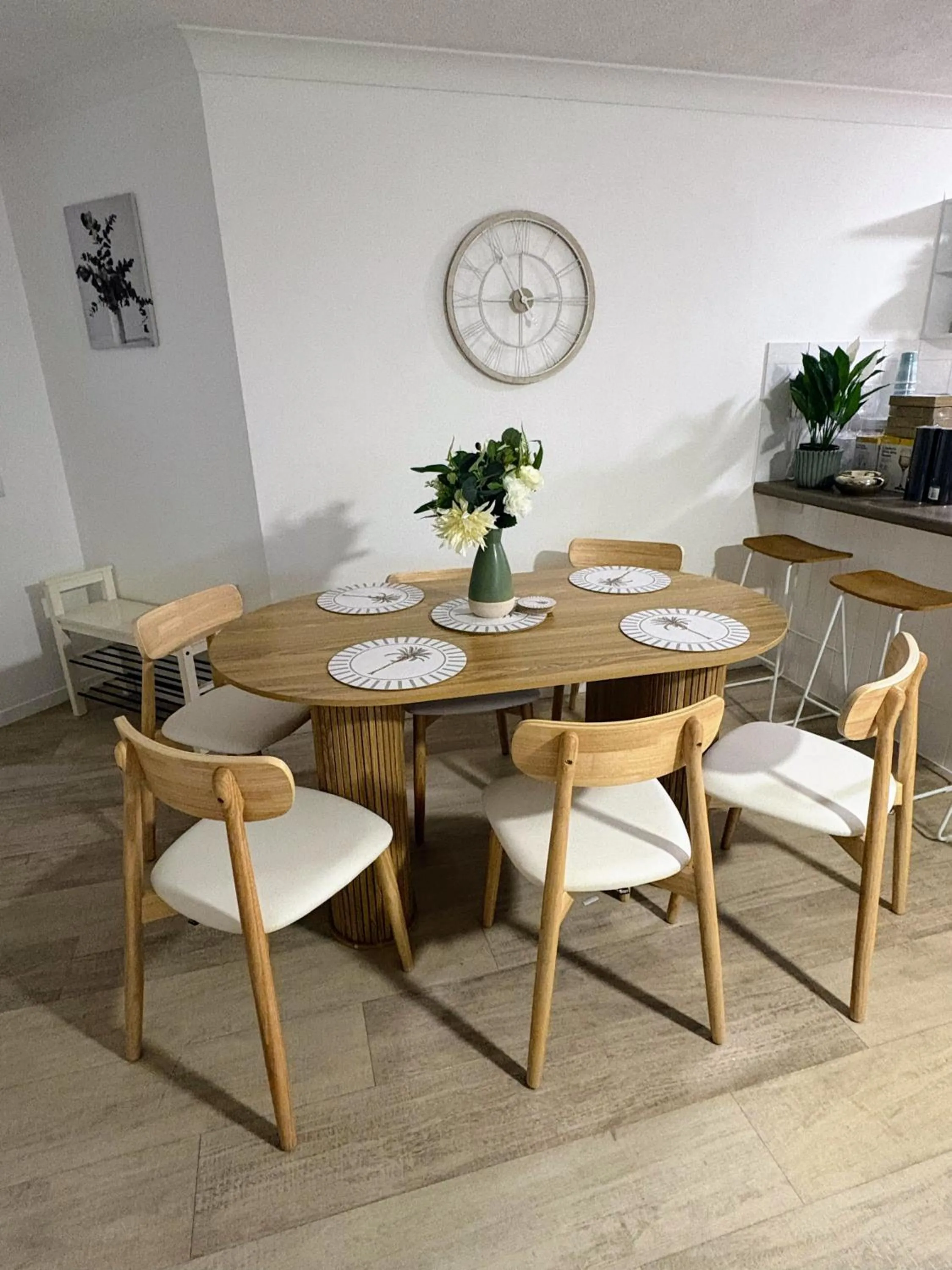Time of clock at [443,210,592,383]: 2:54
